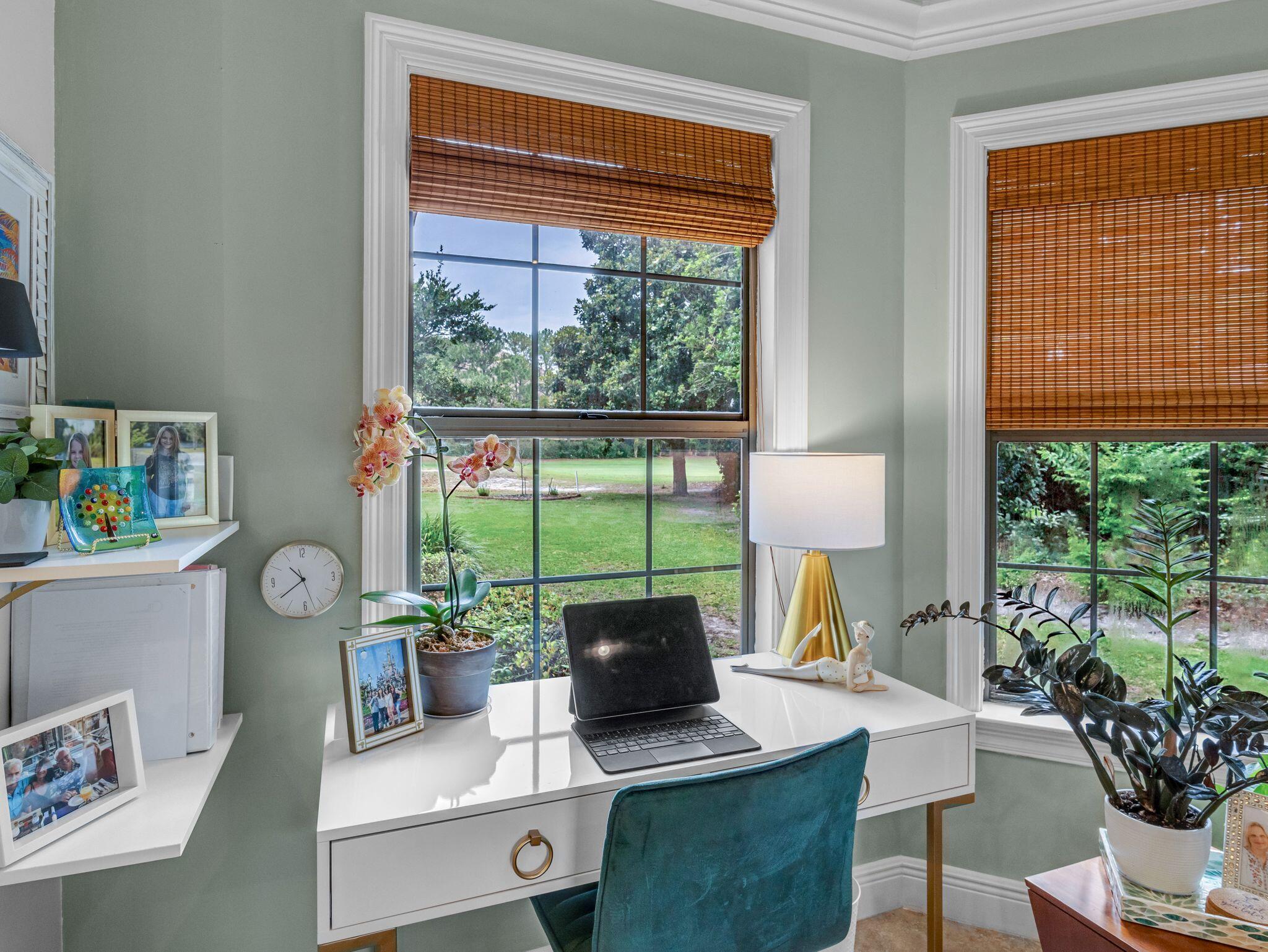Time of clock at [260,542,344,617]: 10:39
